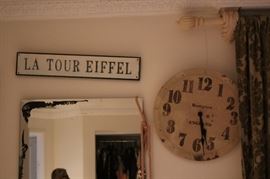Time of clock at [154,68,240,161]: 5:28
